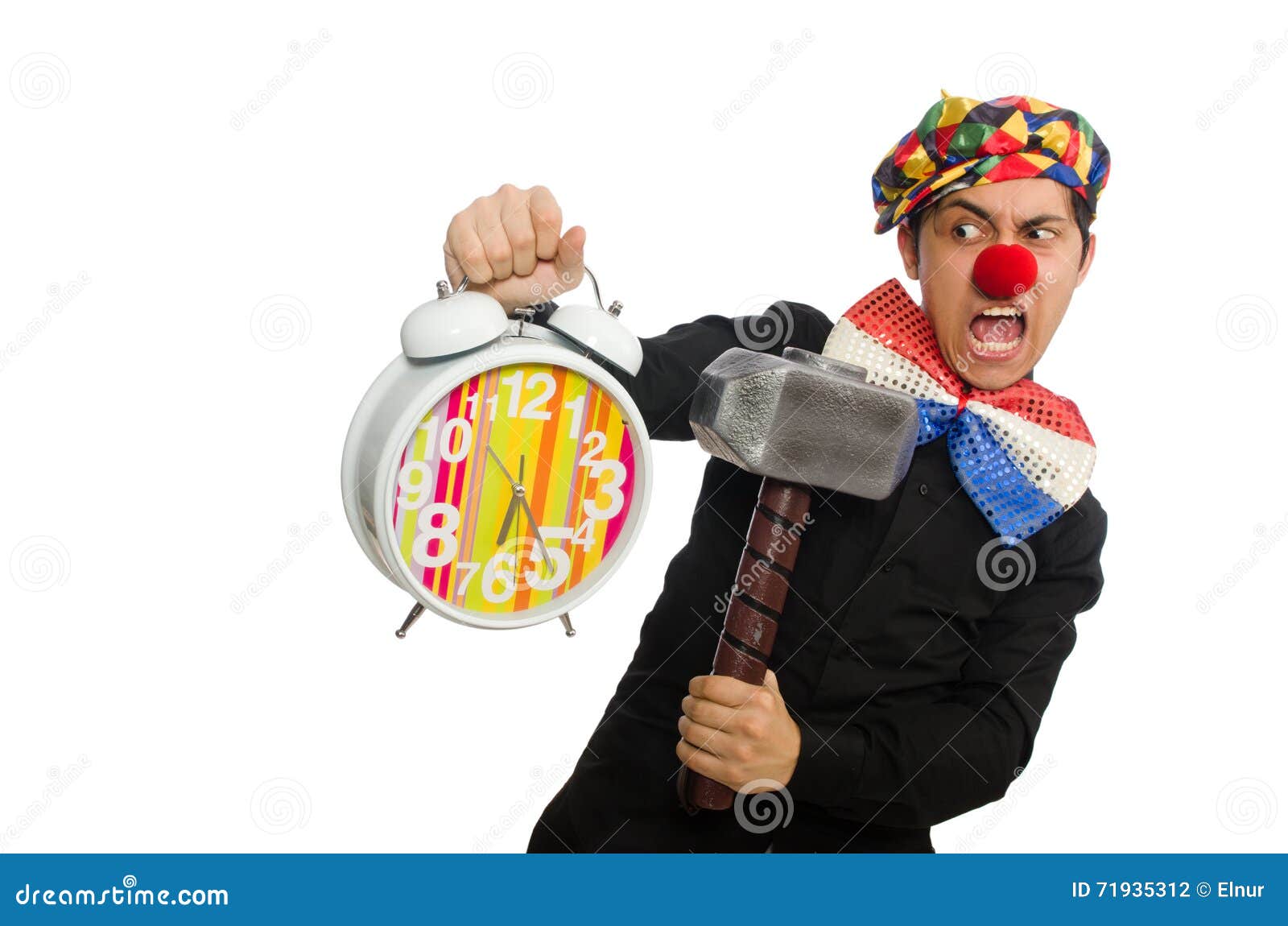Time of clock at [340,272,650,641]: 6:25
